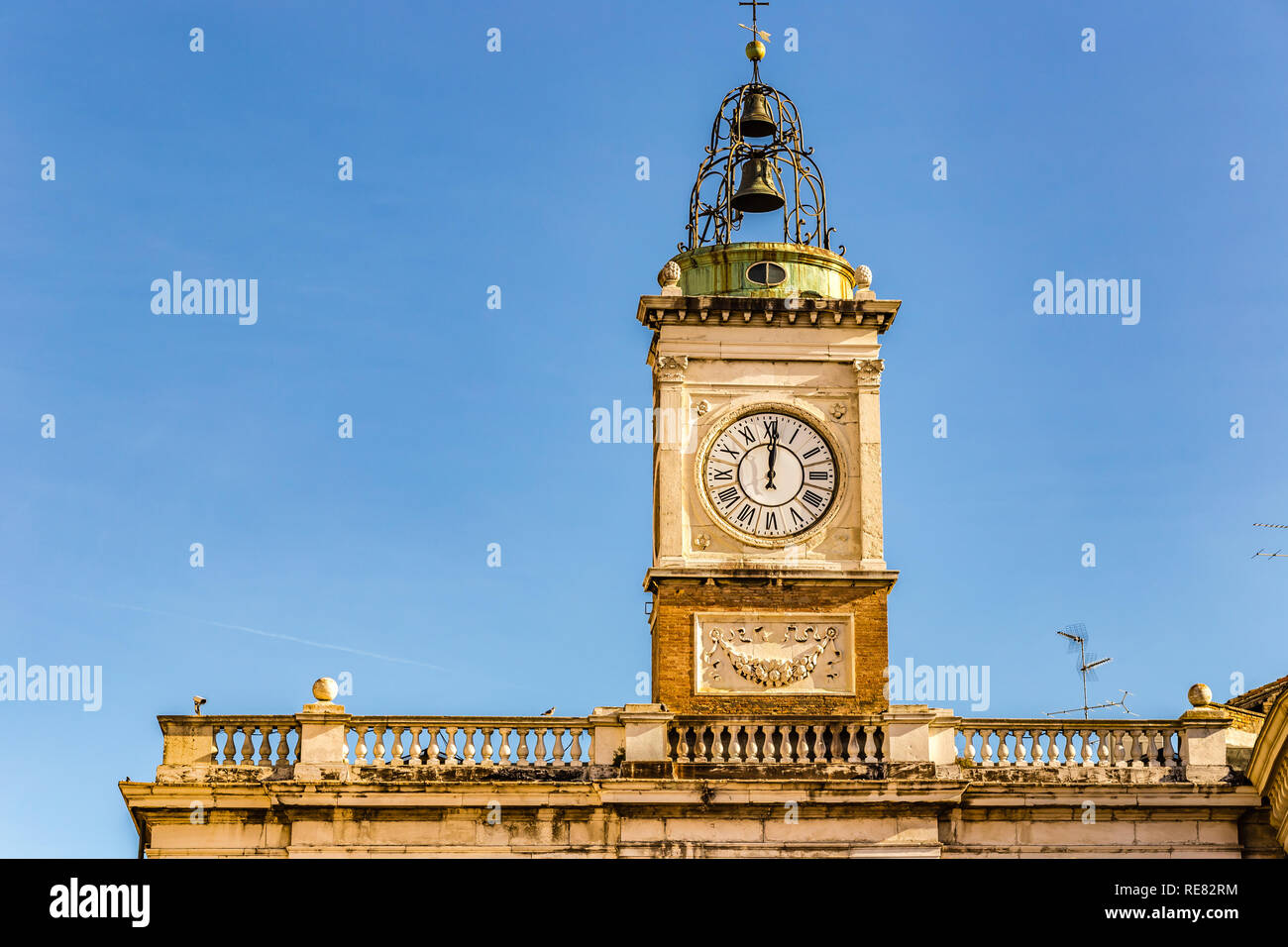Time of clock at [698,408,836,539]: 12:00
